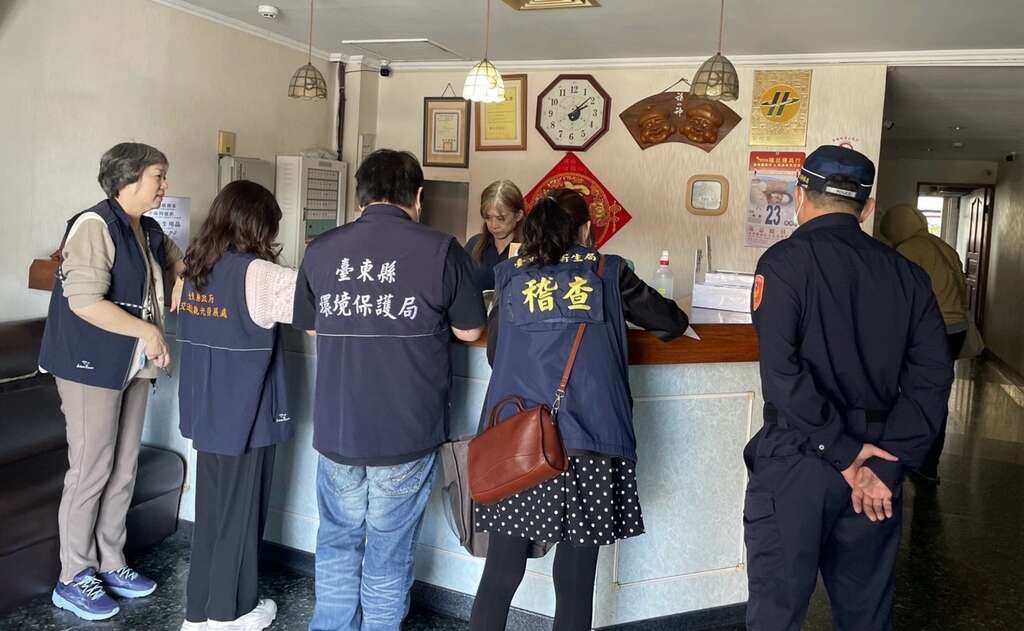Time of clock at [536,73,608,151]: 2:08
